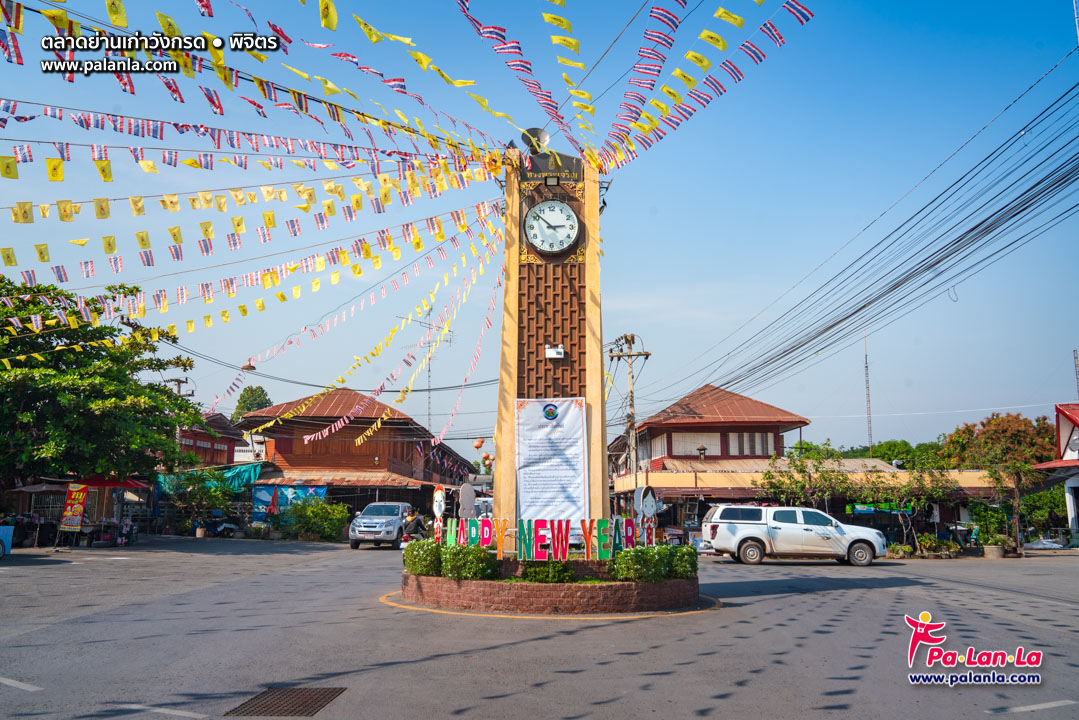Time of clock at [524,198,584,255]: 2:52
